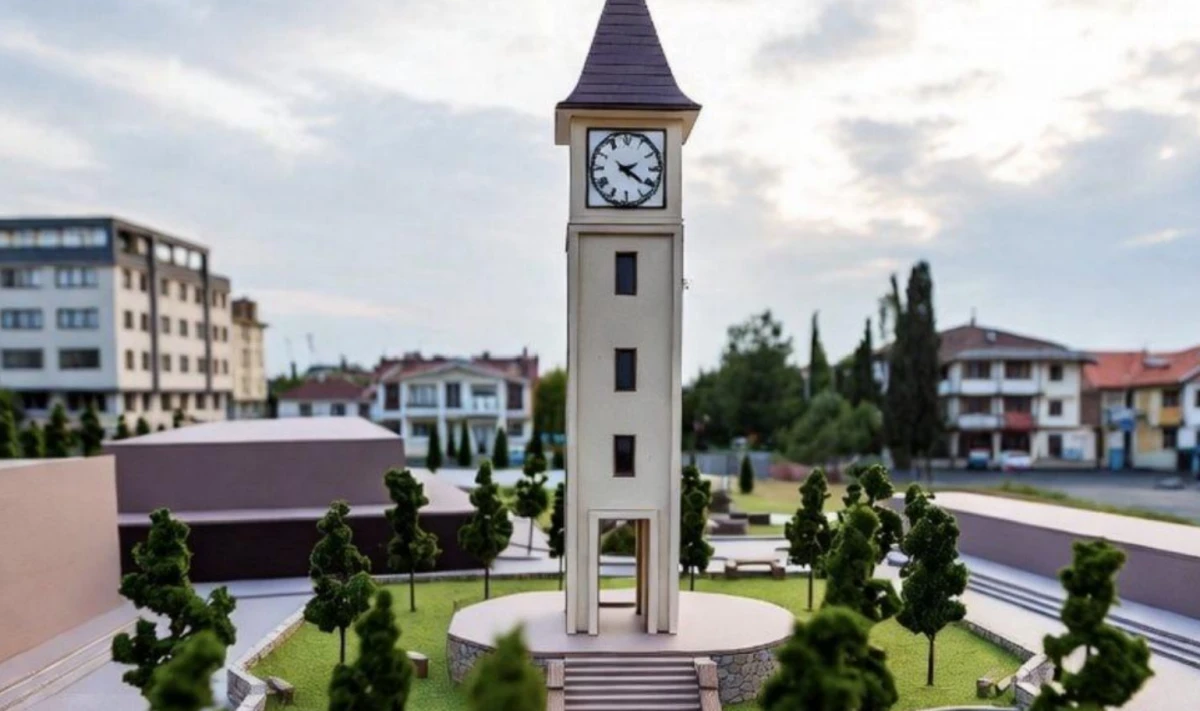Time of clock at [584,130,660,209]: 2:21
